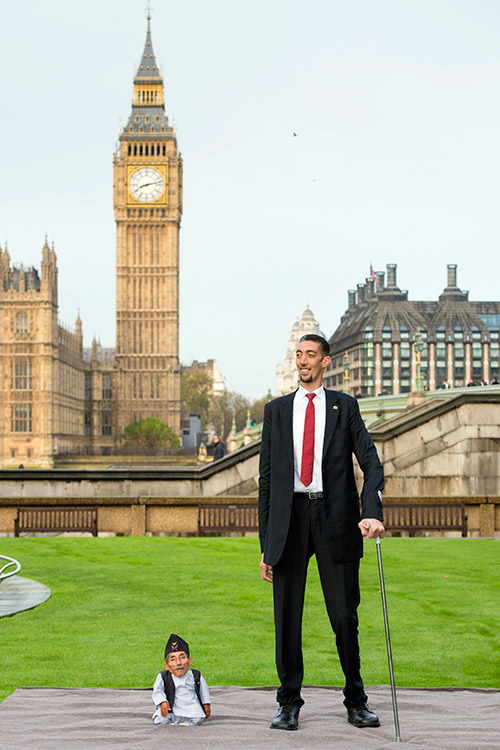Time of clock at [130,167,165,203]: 8:12
